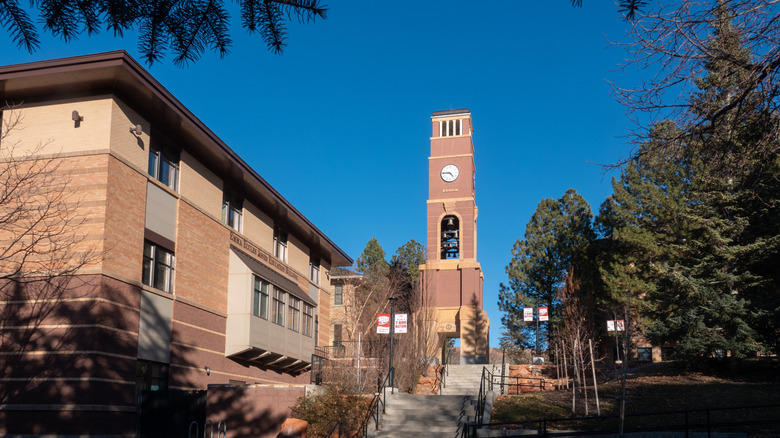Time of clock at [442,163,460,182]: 4:45
